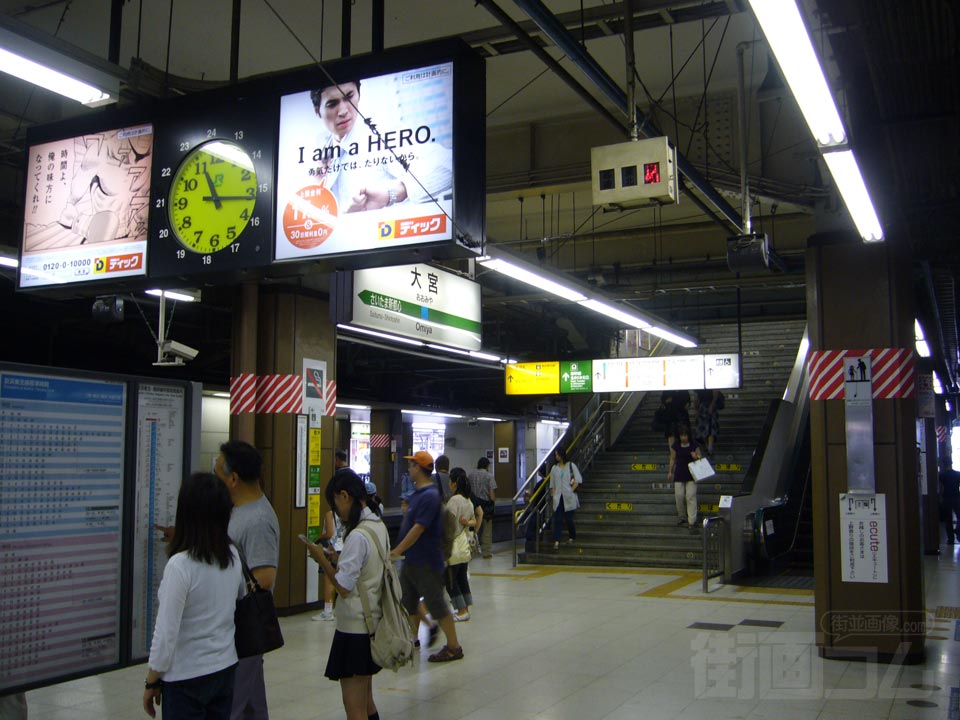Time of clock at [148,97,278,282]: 11:16
